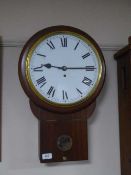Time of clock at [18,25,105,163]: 9:14
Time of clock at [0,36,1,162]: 9:15
